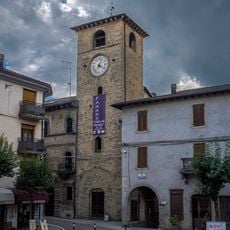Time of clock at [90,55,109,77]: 4:04
